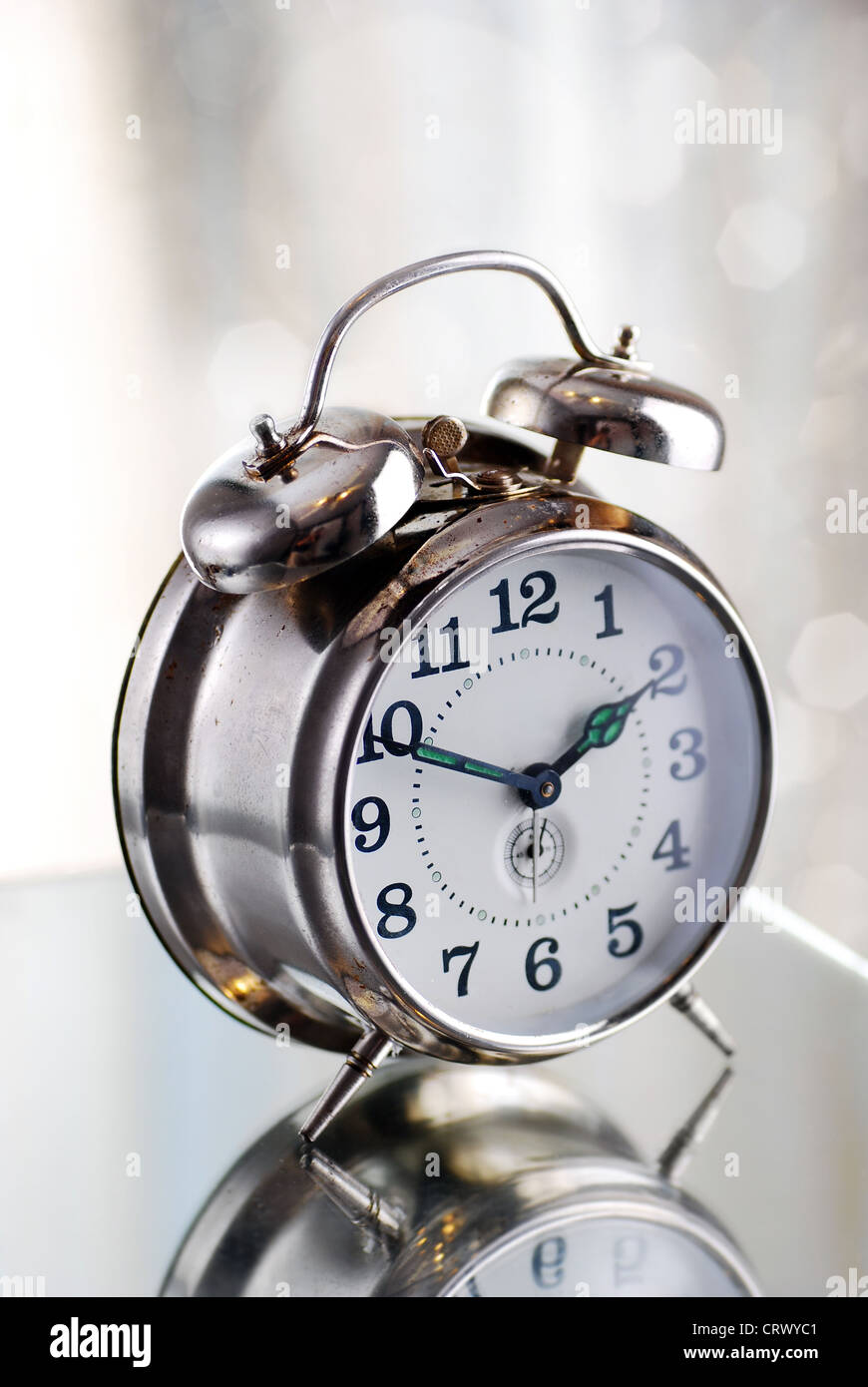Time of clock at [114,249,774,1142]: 1:49
